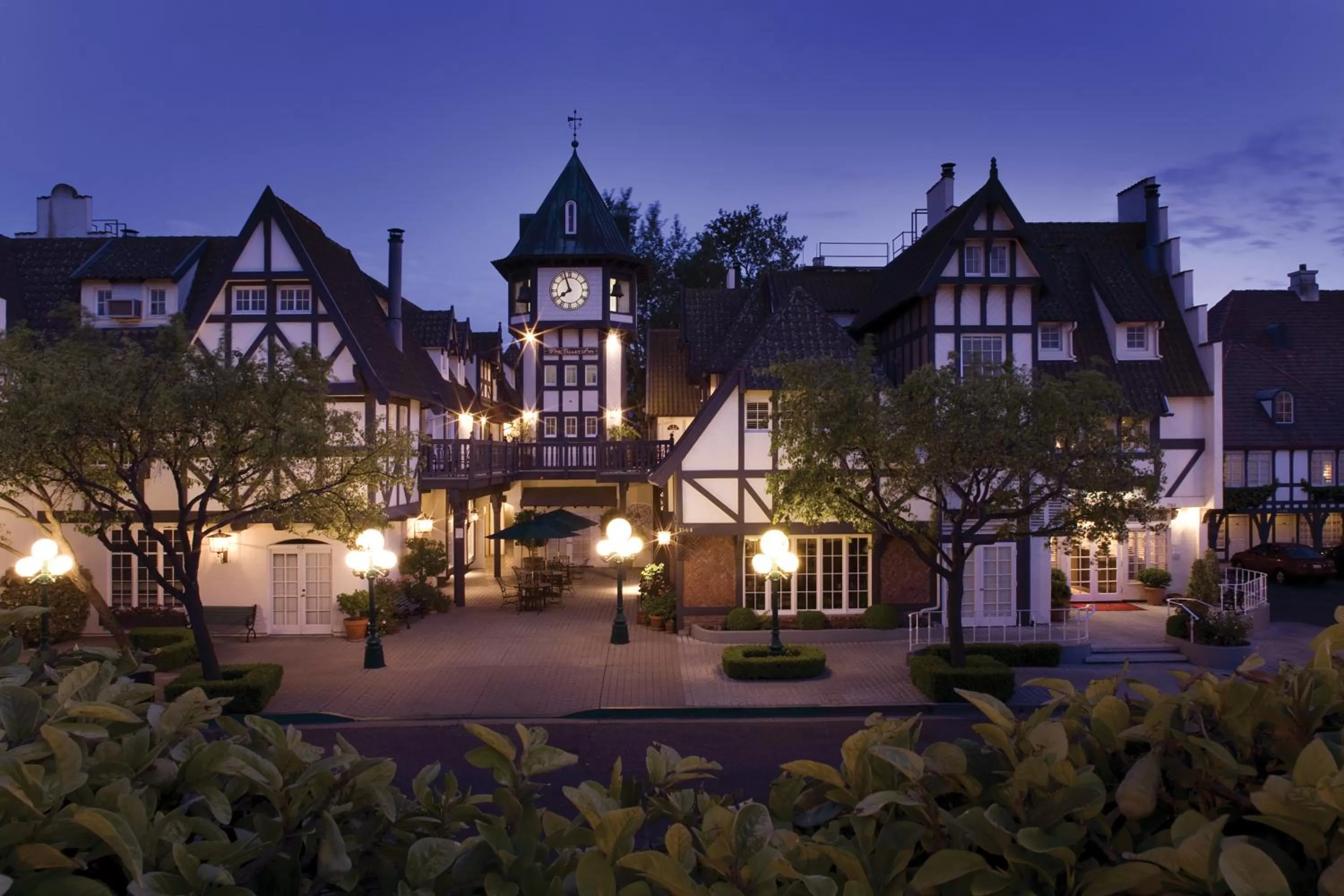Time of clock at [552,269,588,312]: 7:56
